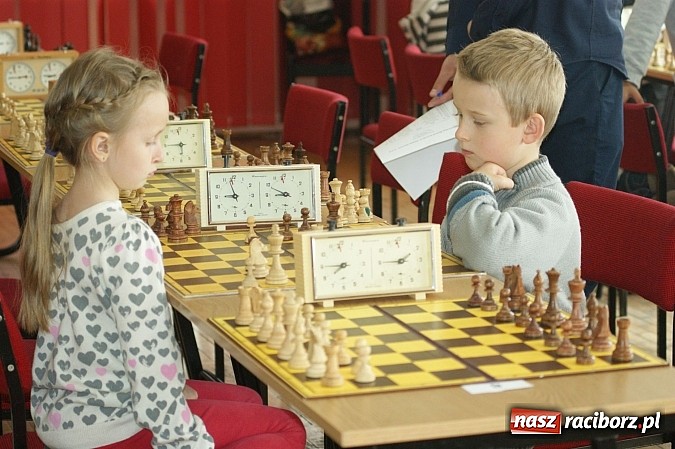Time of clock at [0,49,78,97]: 2:45
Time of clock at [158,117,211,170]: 5:45
